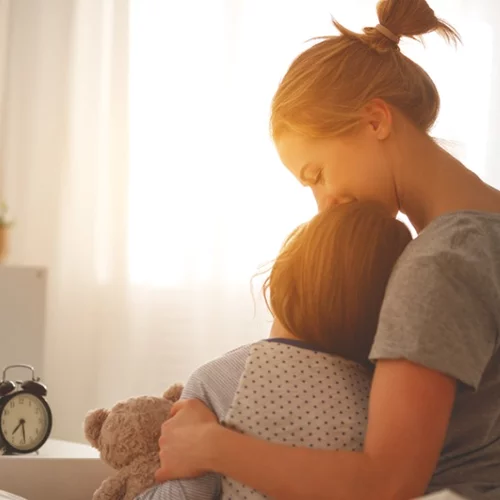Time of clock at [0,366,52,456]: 7:28
